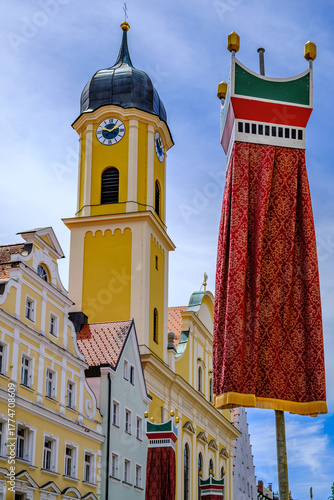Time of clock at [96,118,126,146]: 1:49
